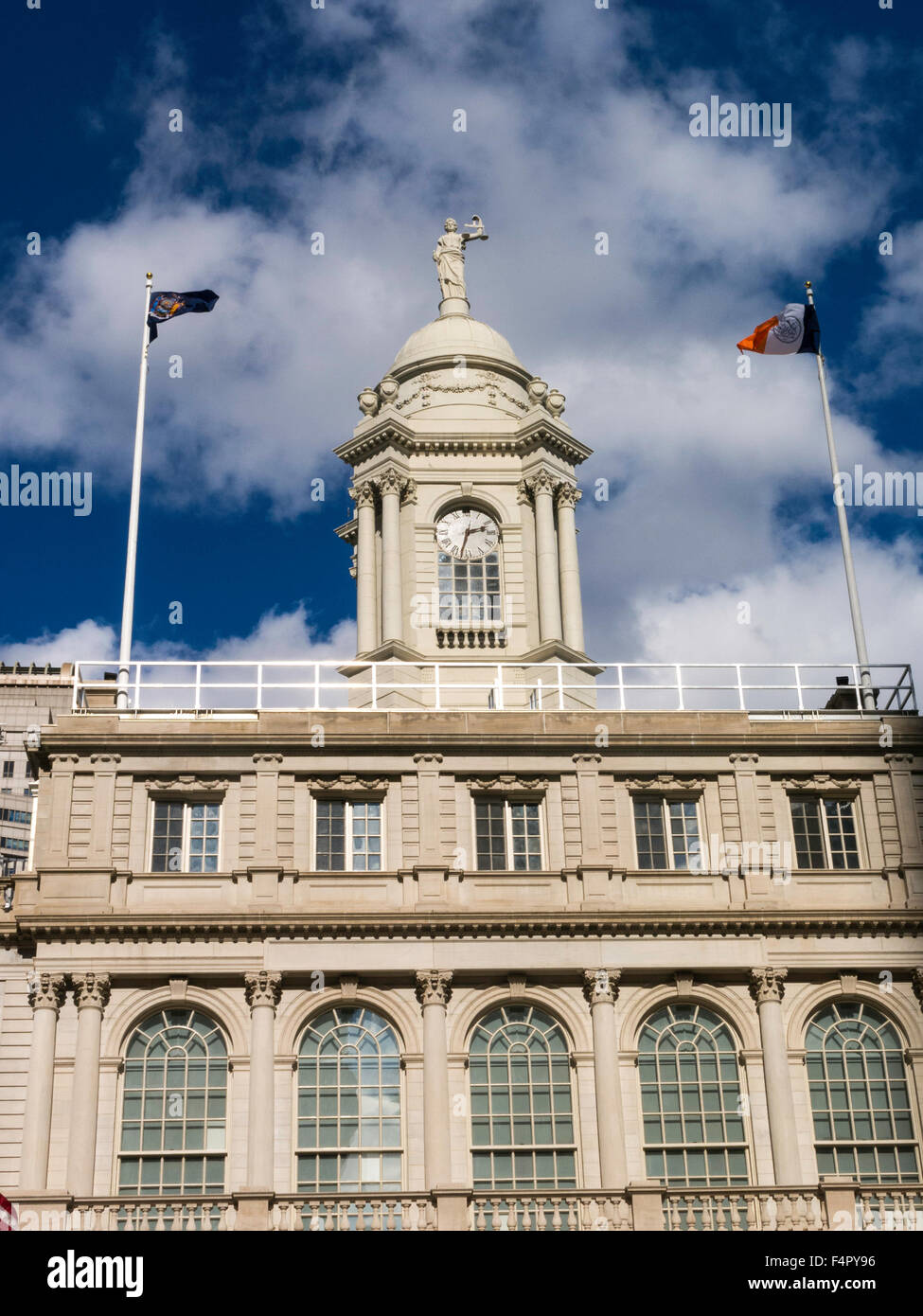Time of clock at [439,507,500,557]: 2:32
